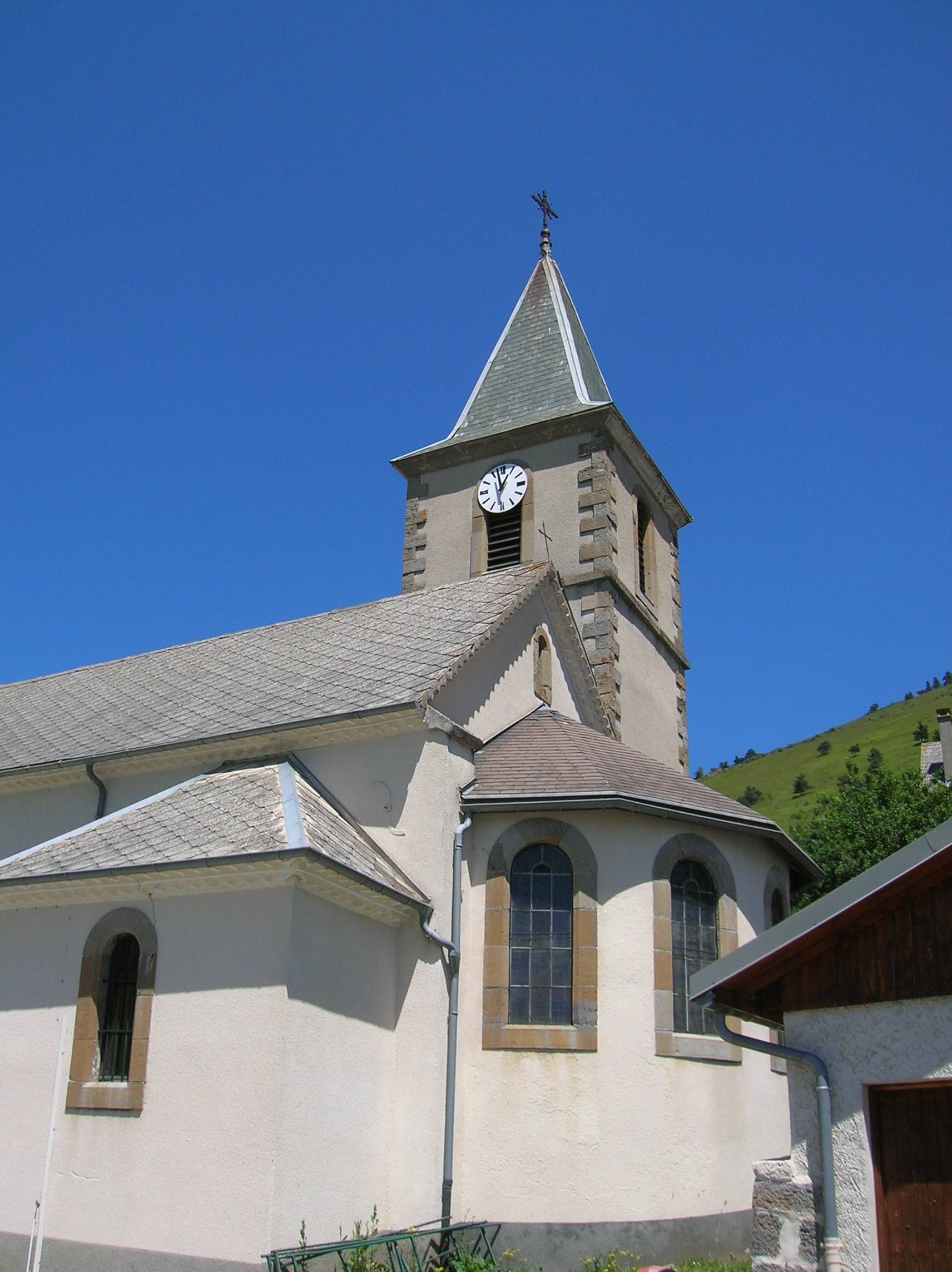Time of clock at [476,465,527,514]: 12:57
